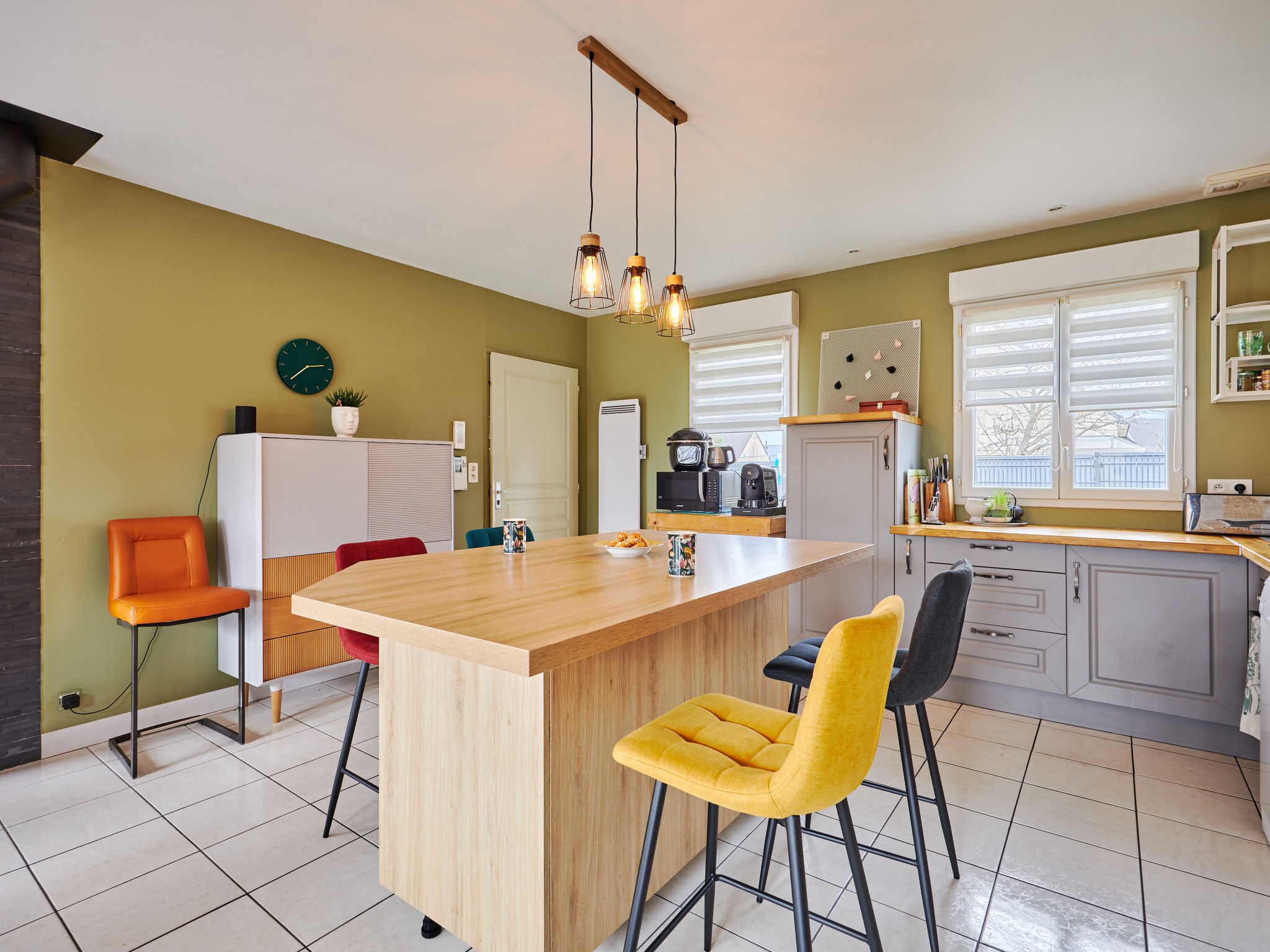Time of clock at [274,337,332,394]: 2:37
